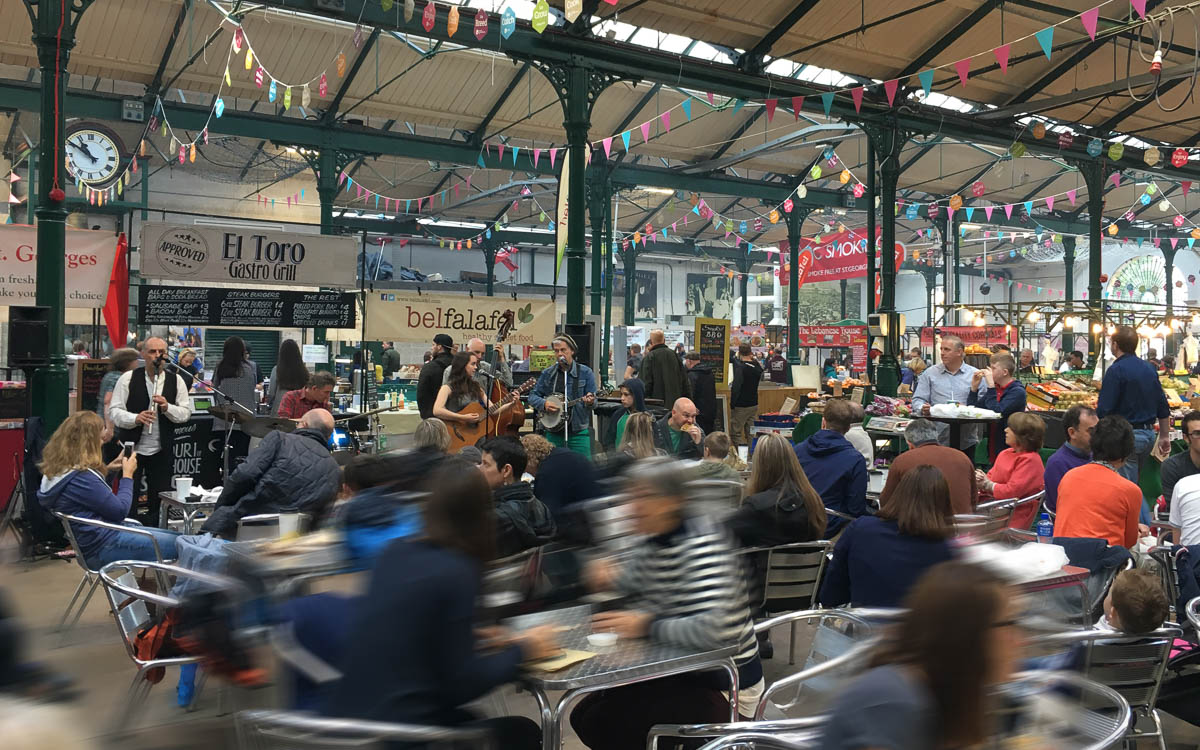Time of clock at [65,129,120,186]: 10:50
